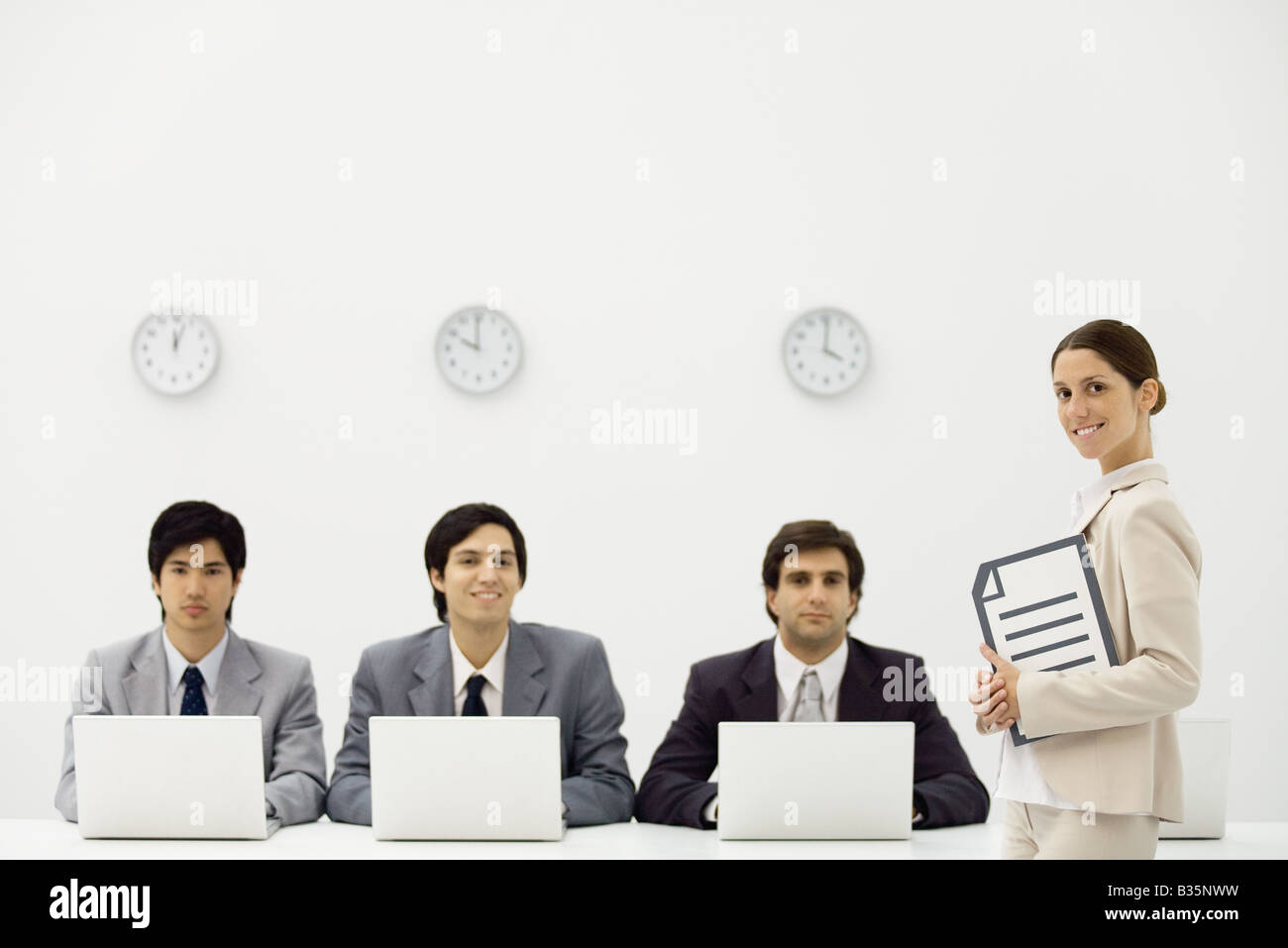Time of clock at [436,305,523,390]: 9:59
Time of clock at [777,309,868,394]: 4:00
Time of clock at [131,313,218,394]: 12:03
